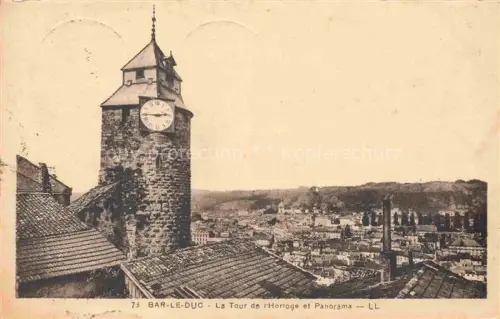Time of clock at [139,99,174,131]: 2:45
